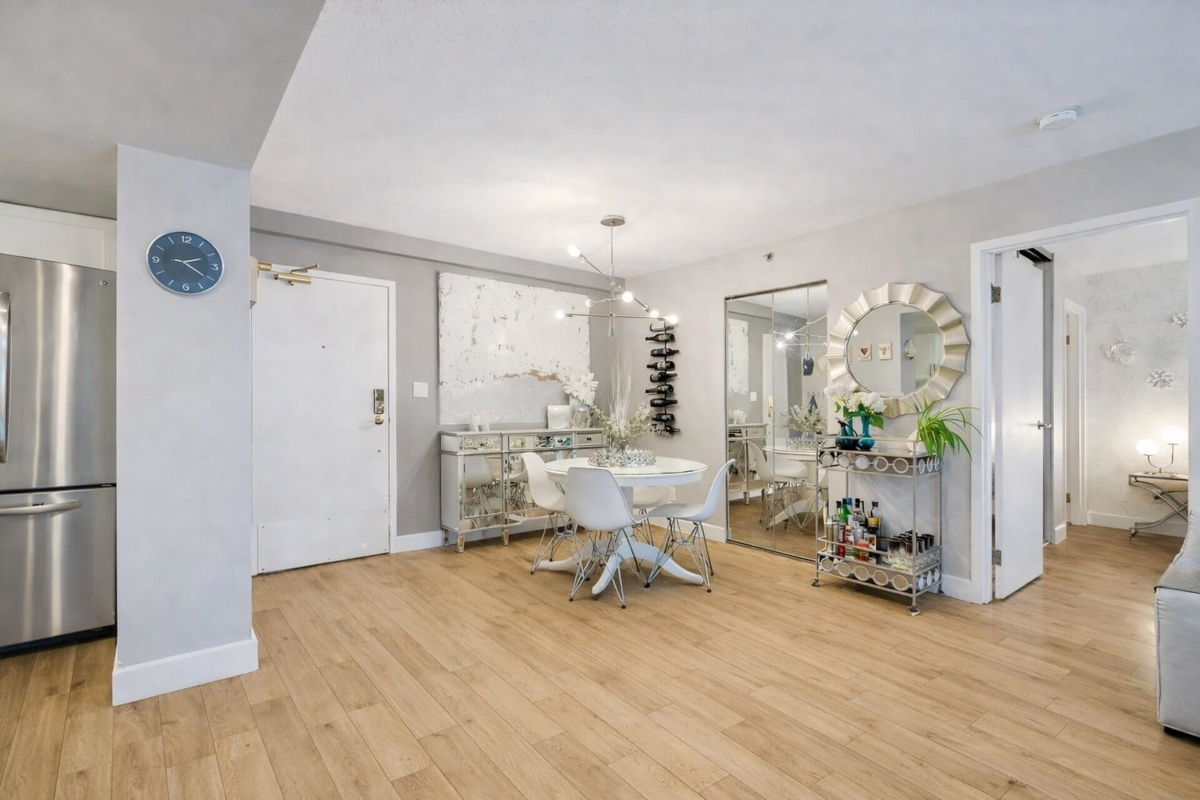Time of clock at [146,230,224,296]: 2:20
